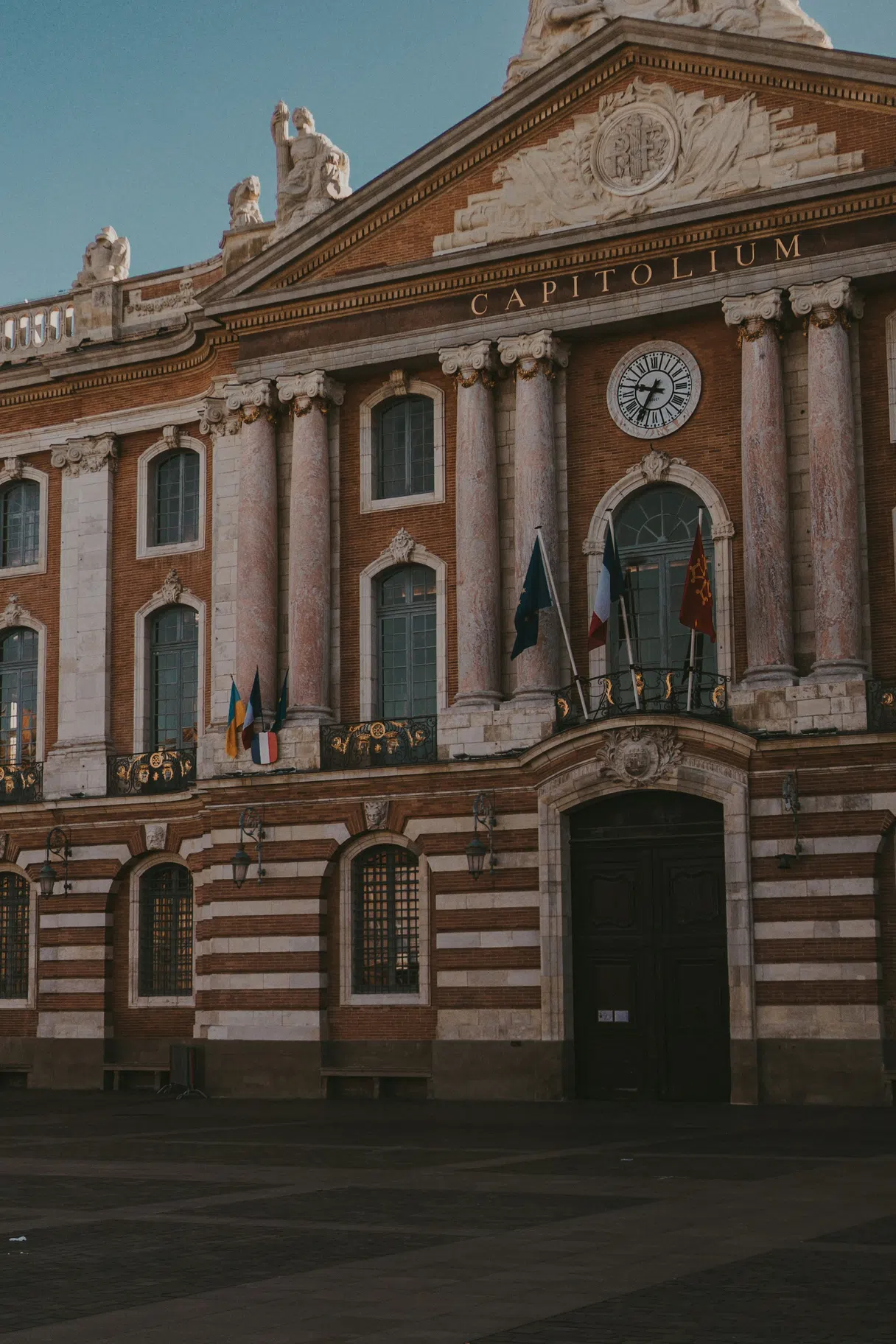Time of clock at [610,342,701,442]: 9:34
